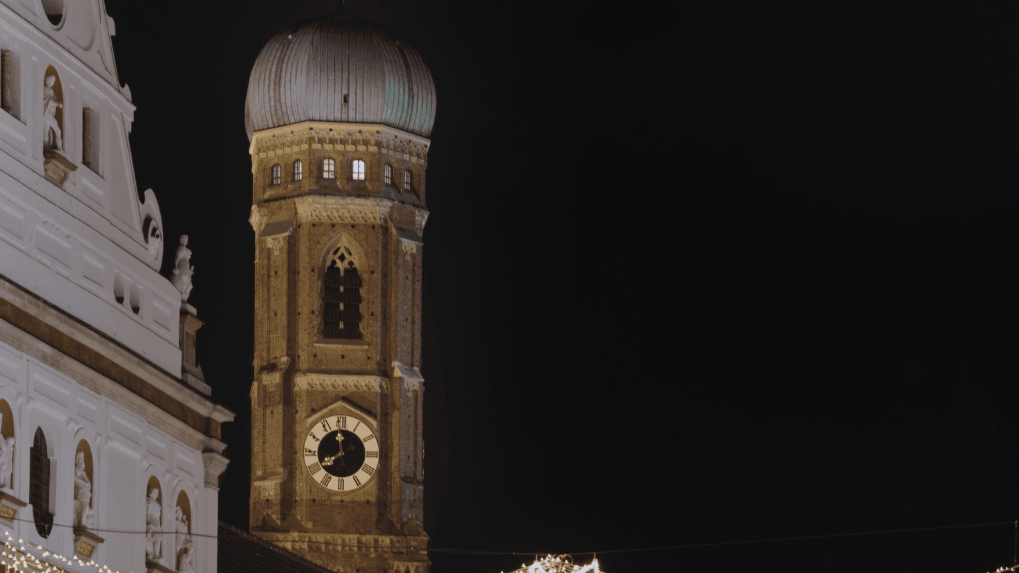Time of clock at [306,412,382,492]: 7:59
